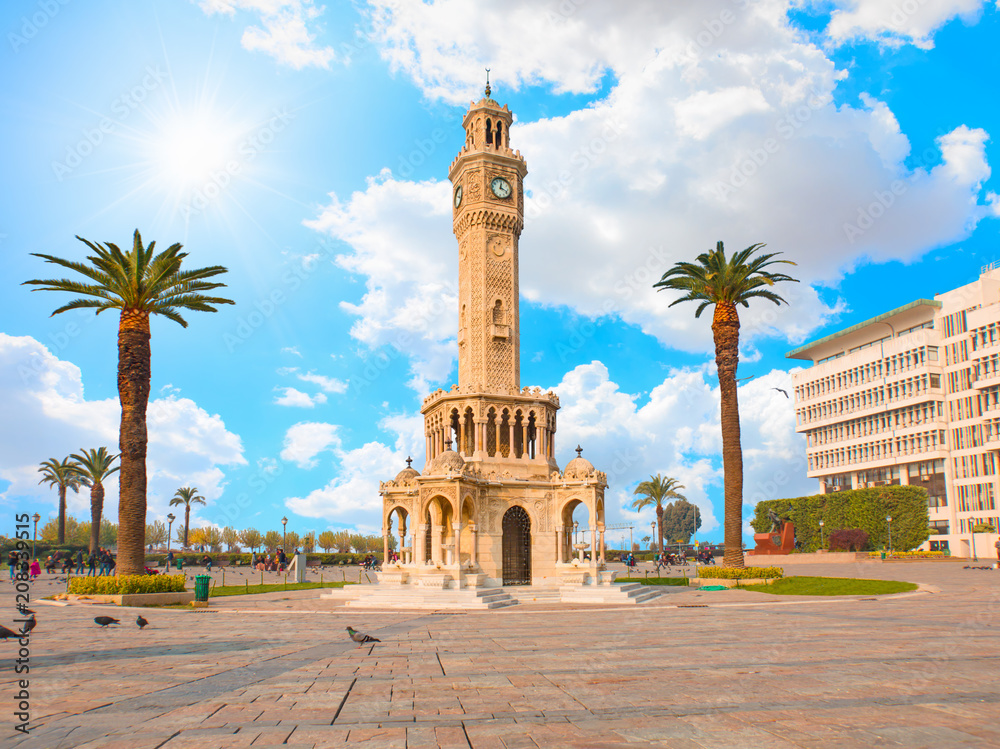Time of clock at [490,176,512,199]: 12:18
